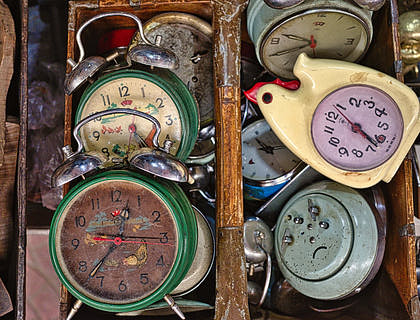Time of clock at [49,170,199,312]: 12:37
